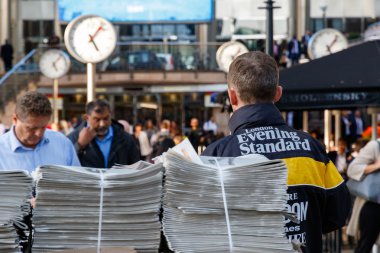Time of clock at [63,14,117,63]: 5:06
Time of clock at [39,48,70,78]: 5:06
